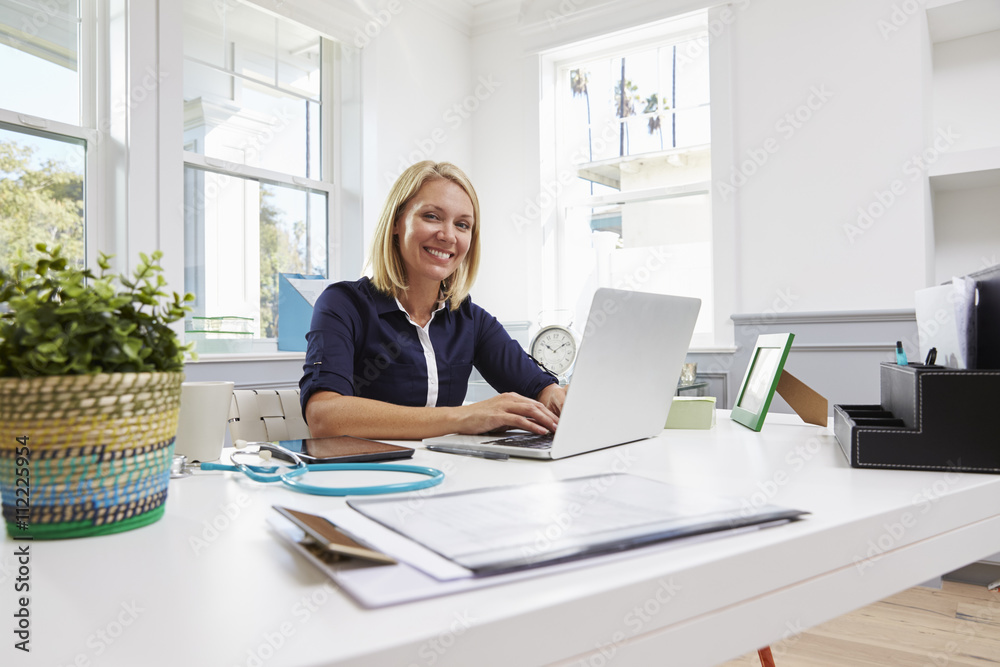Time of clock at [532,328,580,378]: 10:08
